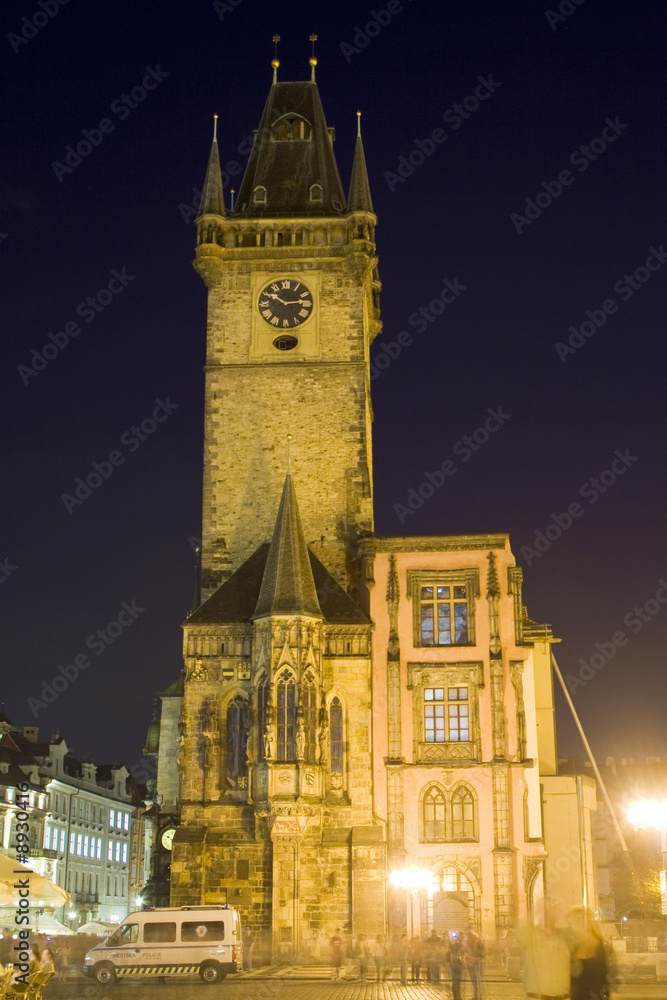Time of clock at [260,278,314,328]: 10:13
